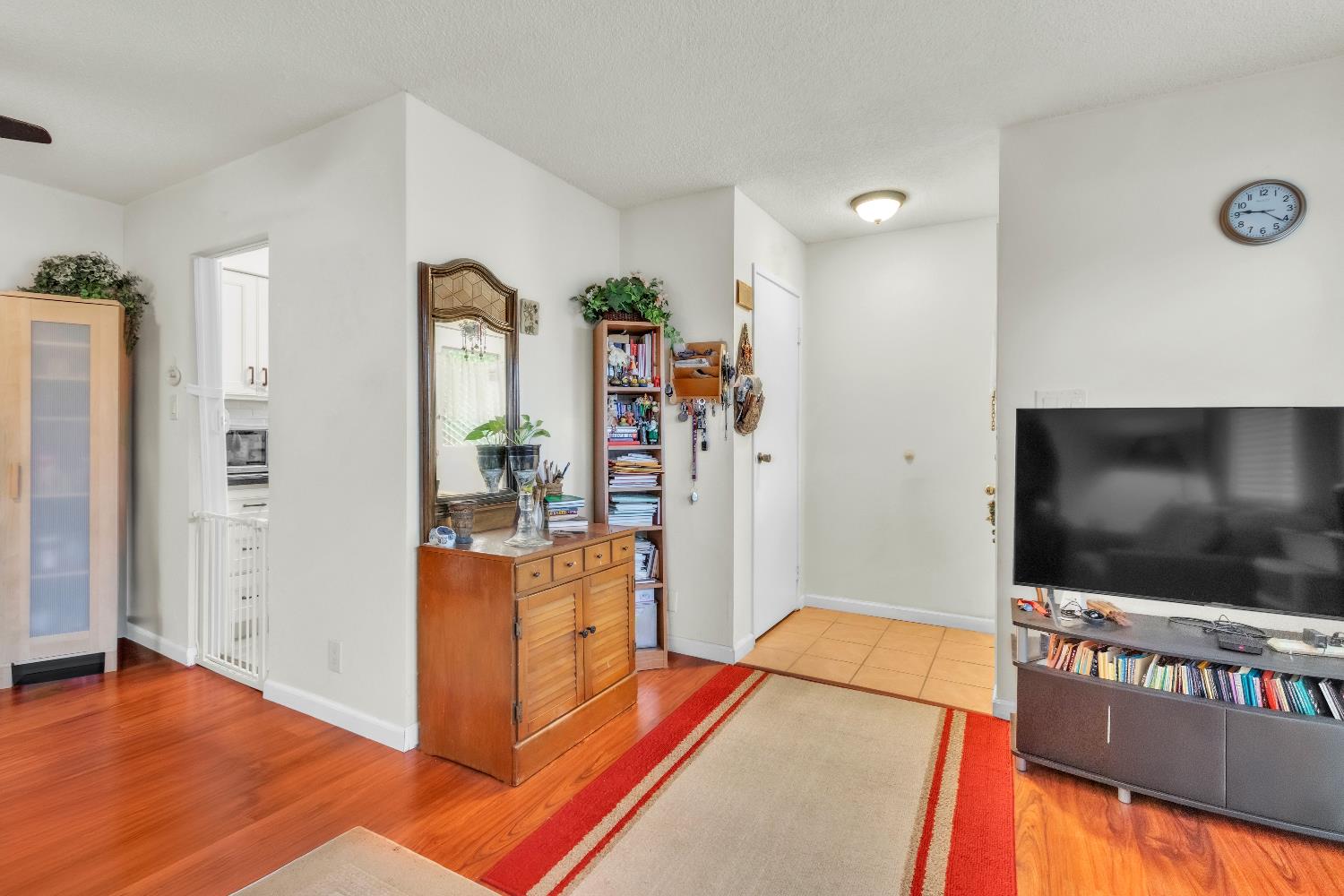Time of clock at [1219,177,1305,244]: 9:21
